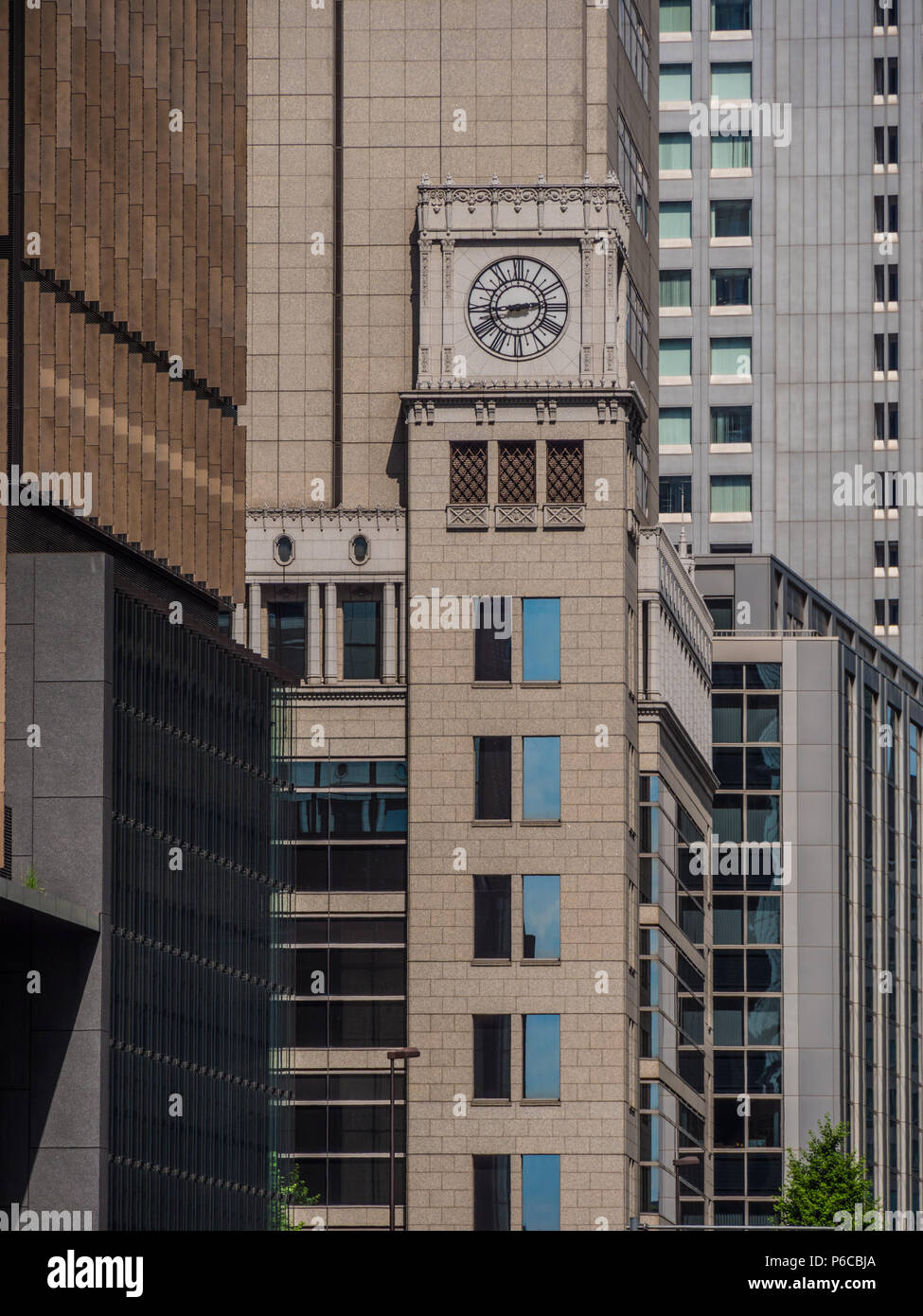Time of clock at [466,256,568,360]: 2:44
